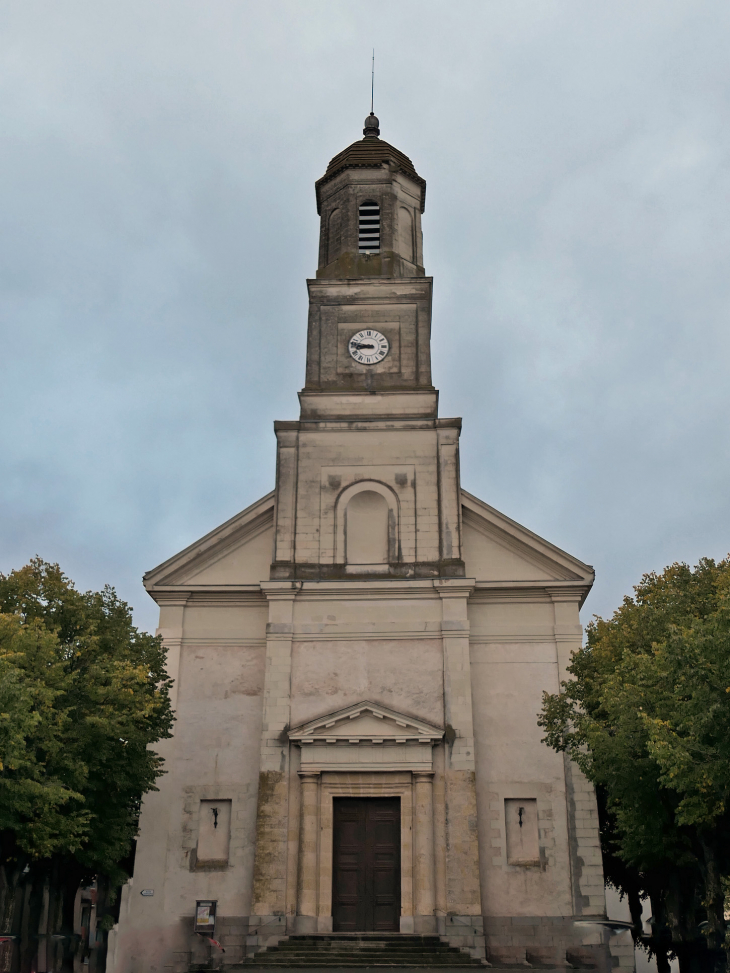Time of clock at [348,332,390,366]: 8:46
